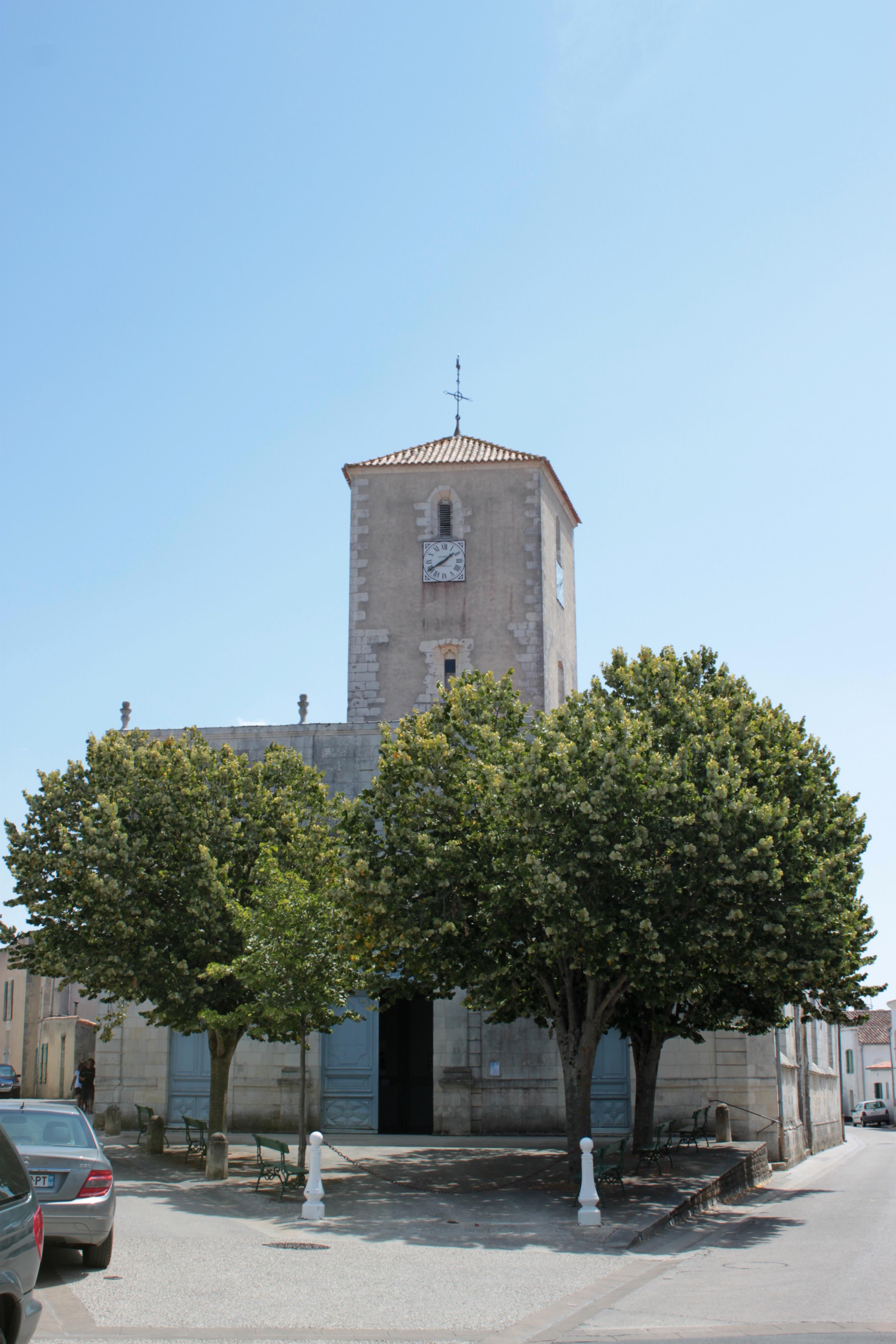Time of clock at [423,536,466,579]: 1:39
